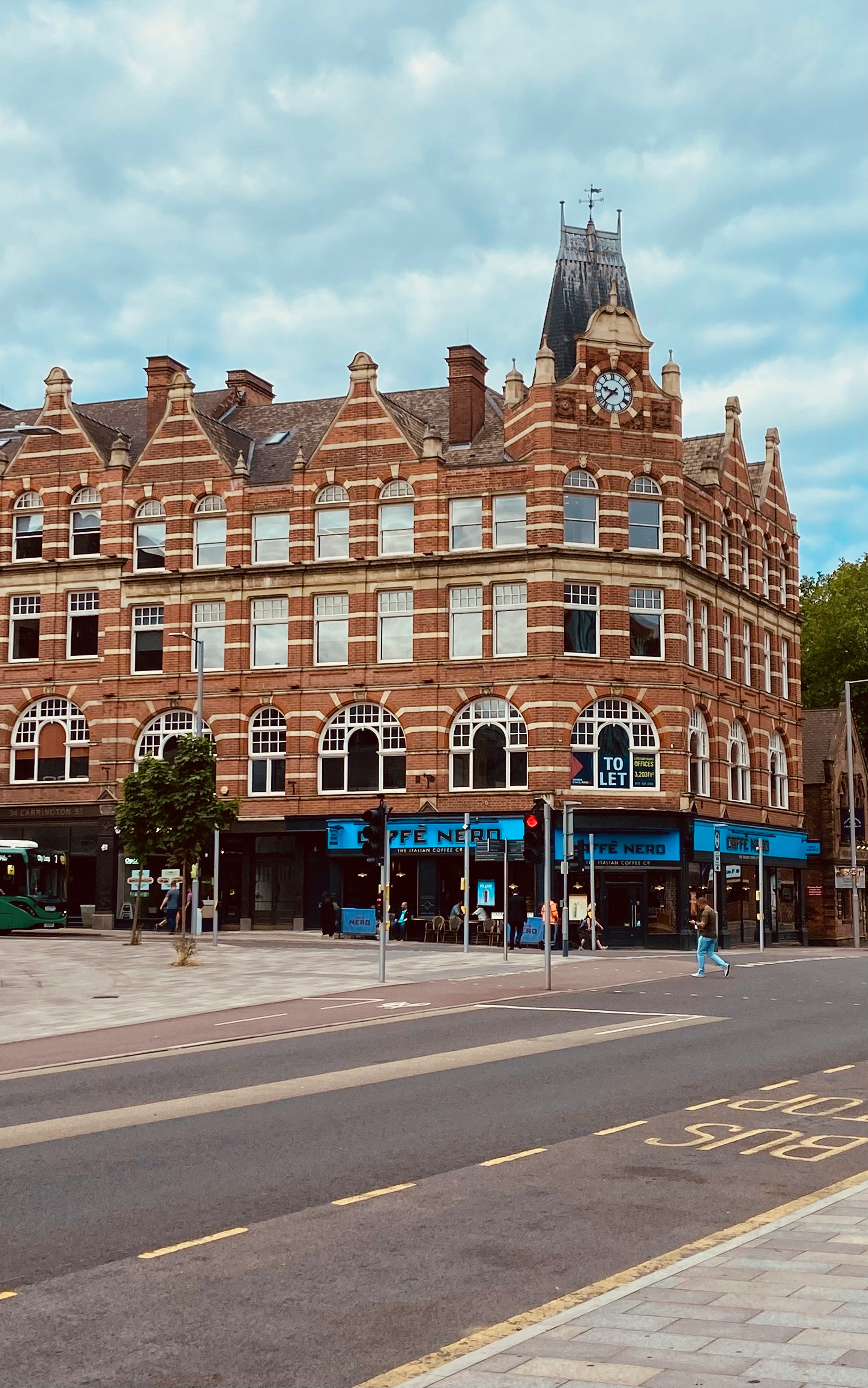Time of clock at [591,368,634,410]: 9:37
